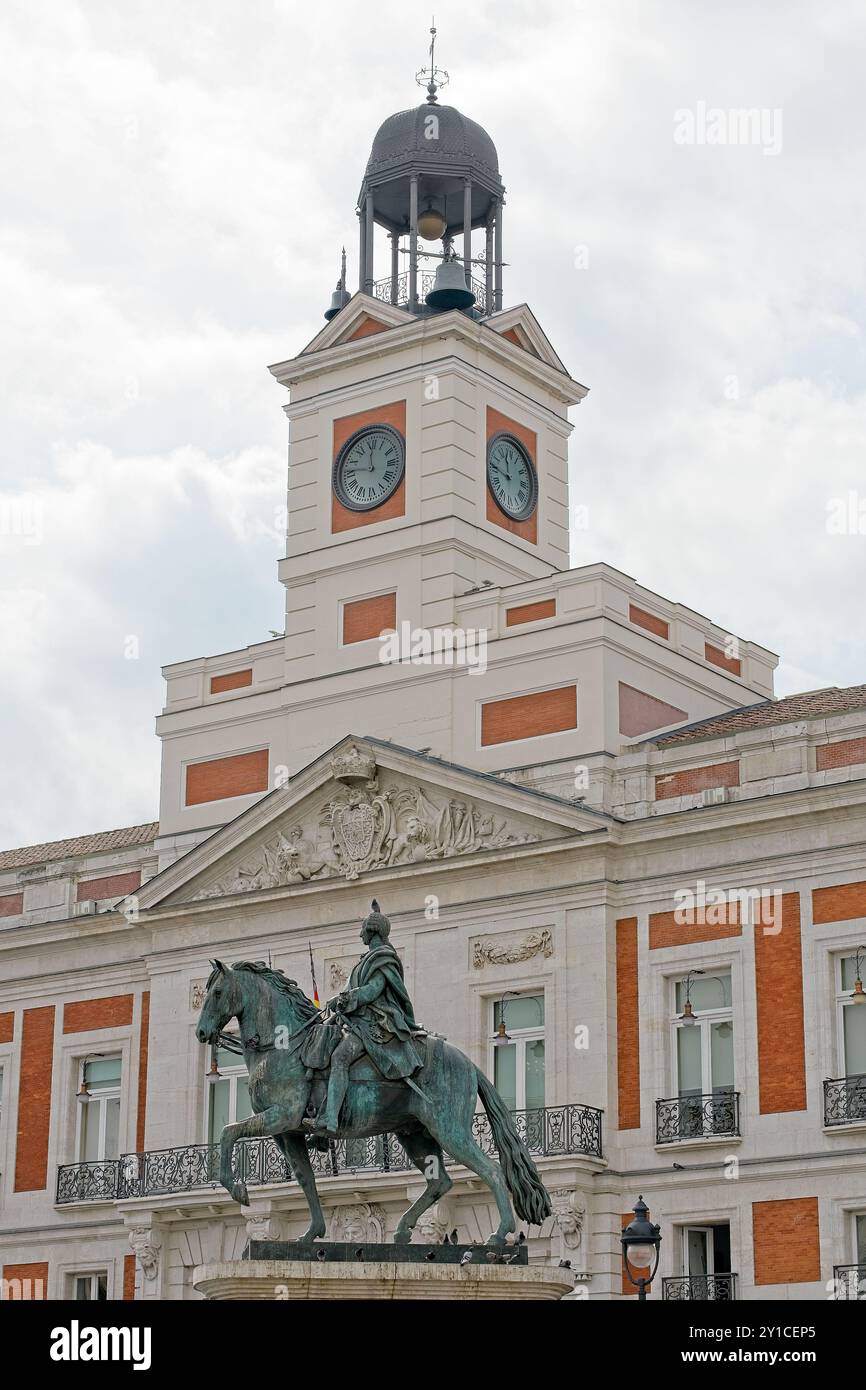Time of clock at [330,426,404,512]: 11:46
